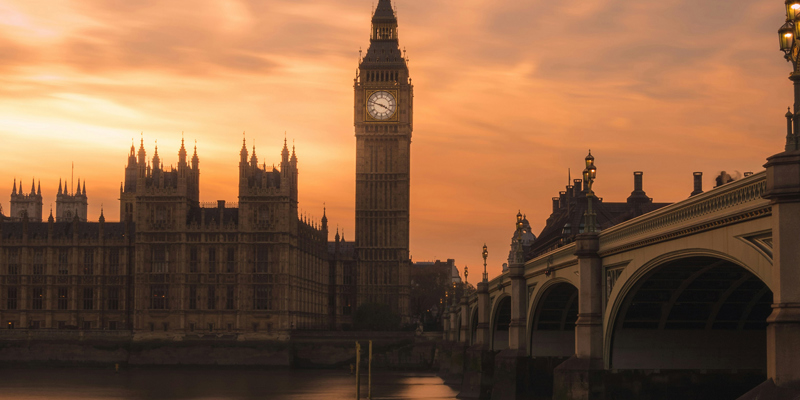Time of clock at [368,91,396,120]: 3:47
